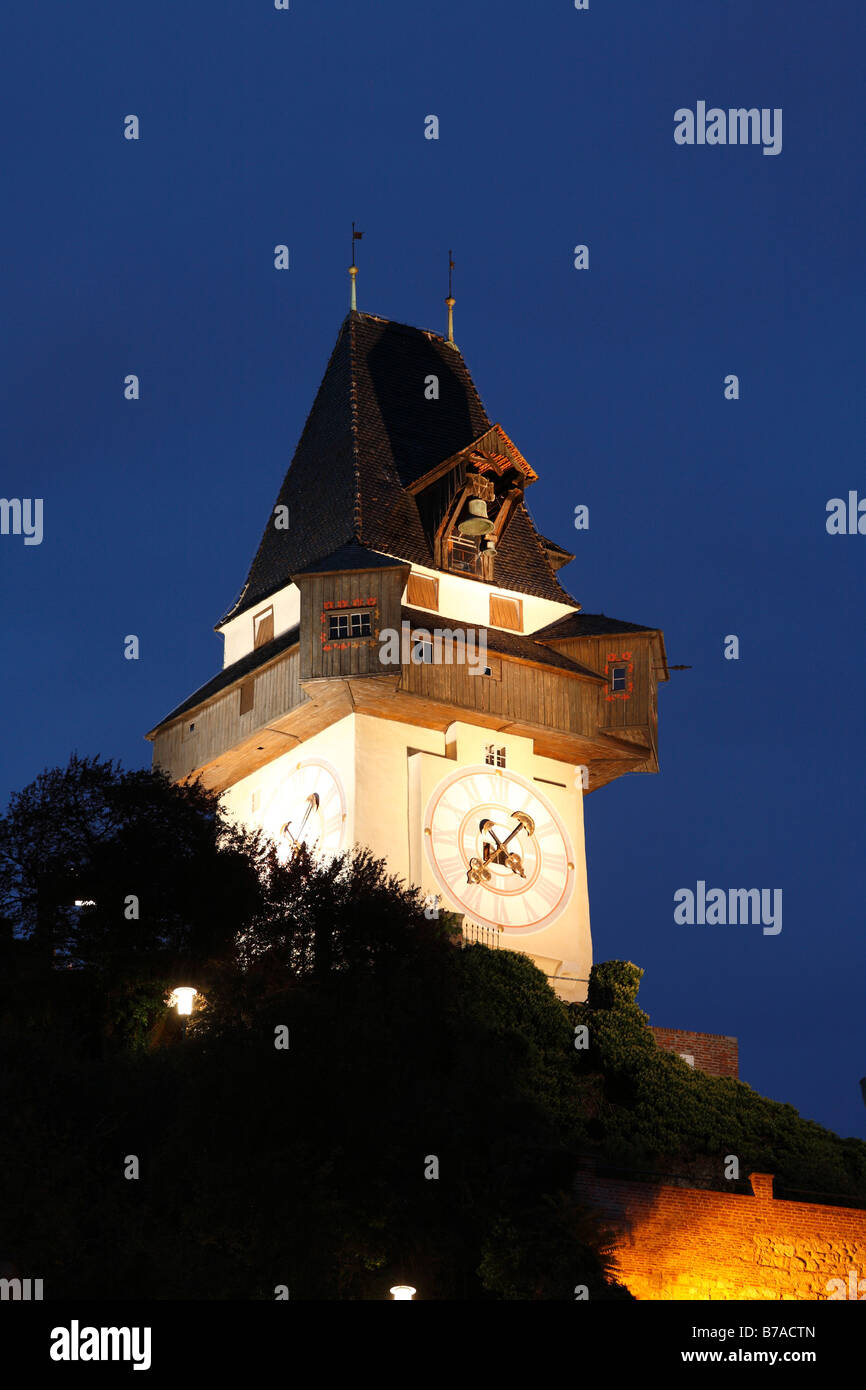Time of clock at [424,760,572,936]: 4:07
